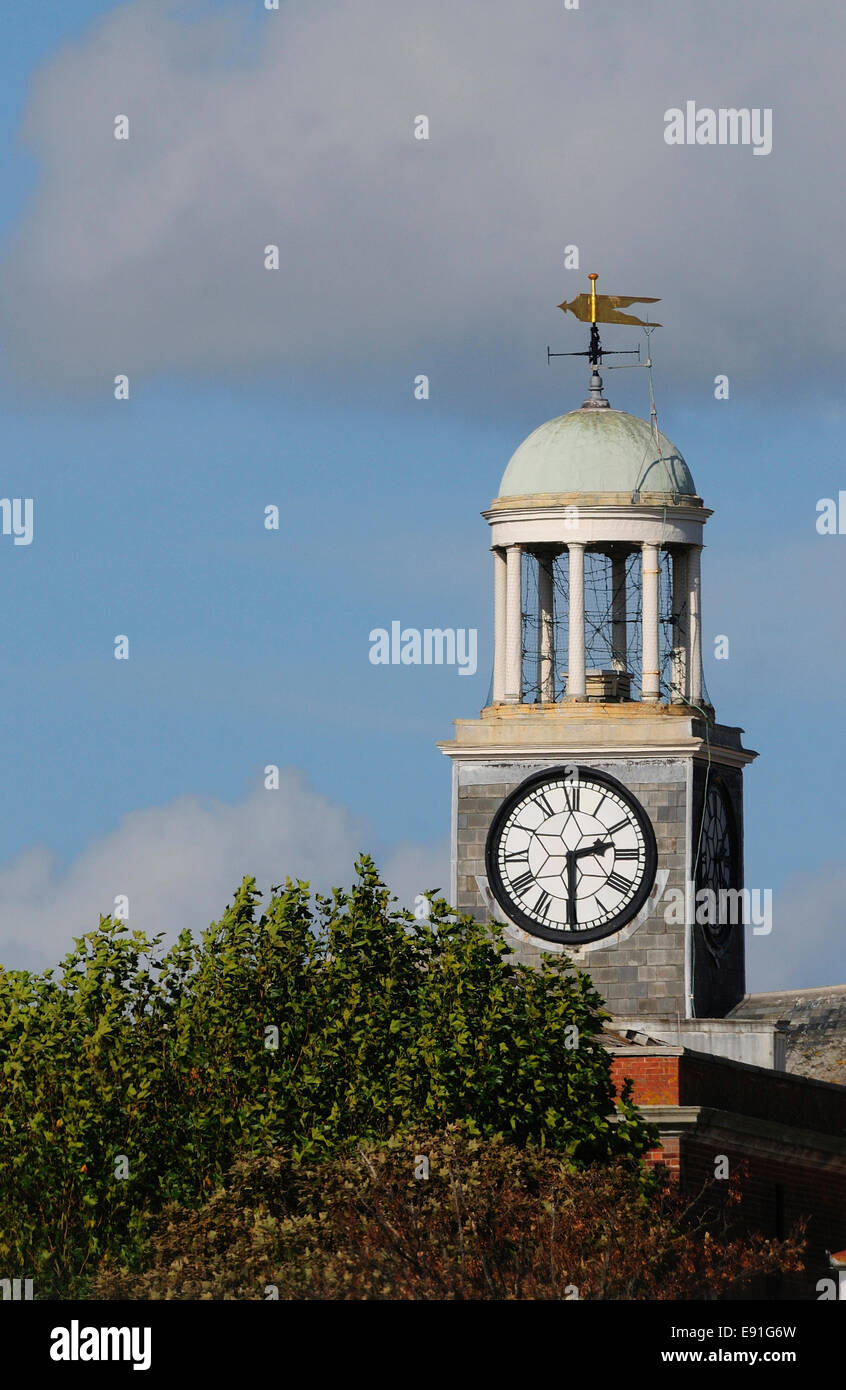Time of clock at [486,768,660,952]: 2:29
